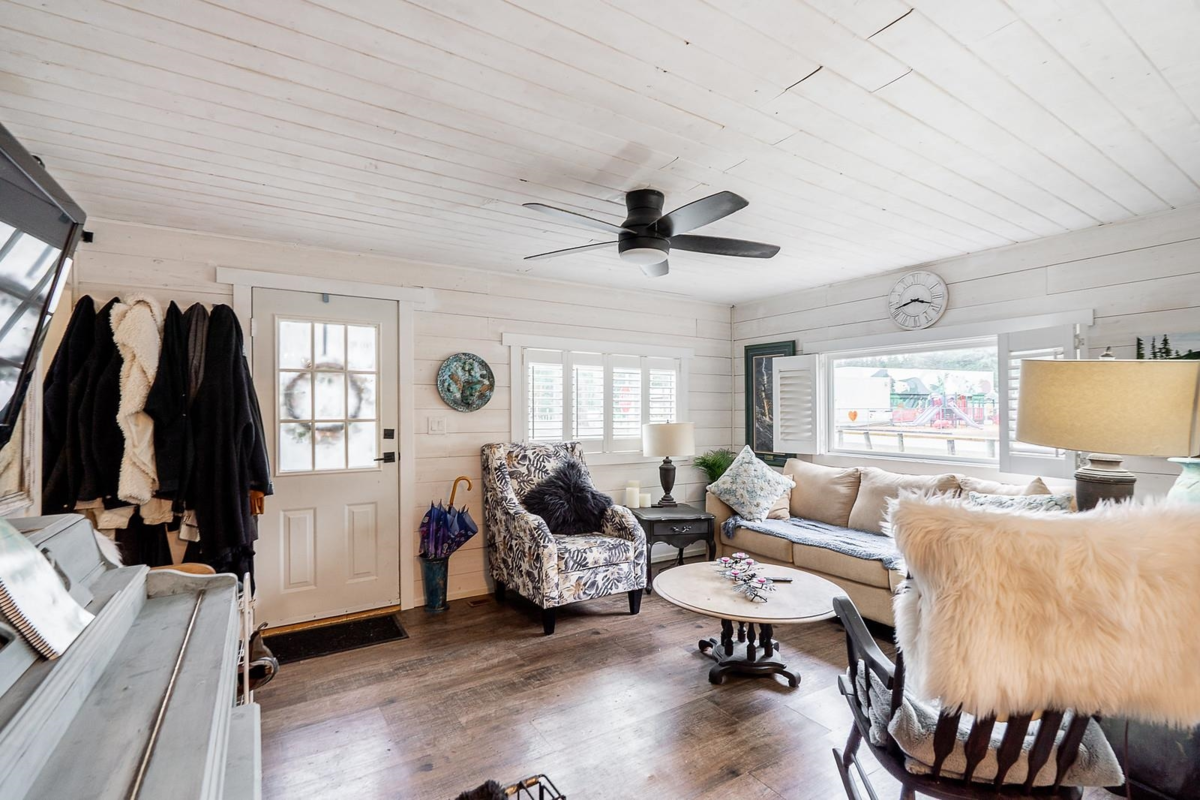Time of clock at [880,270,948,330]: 3:42
